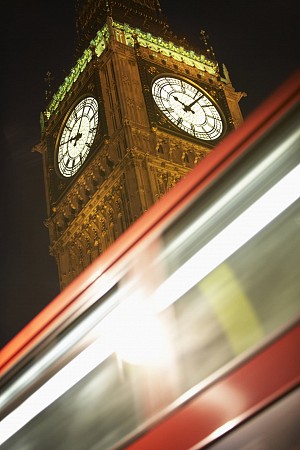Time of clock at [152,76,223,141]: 10:06
